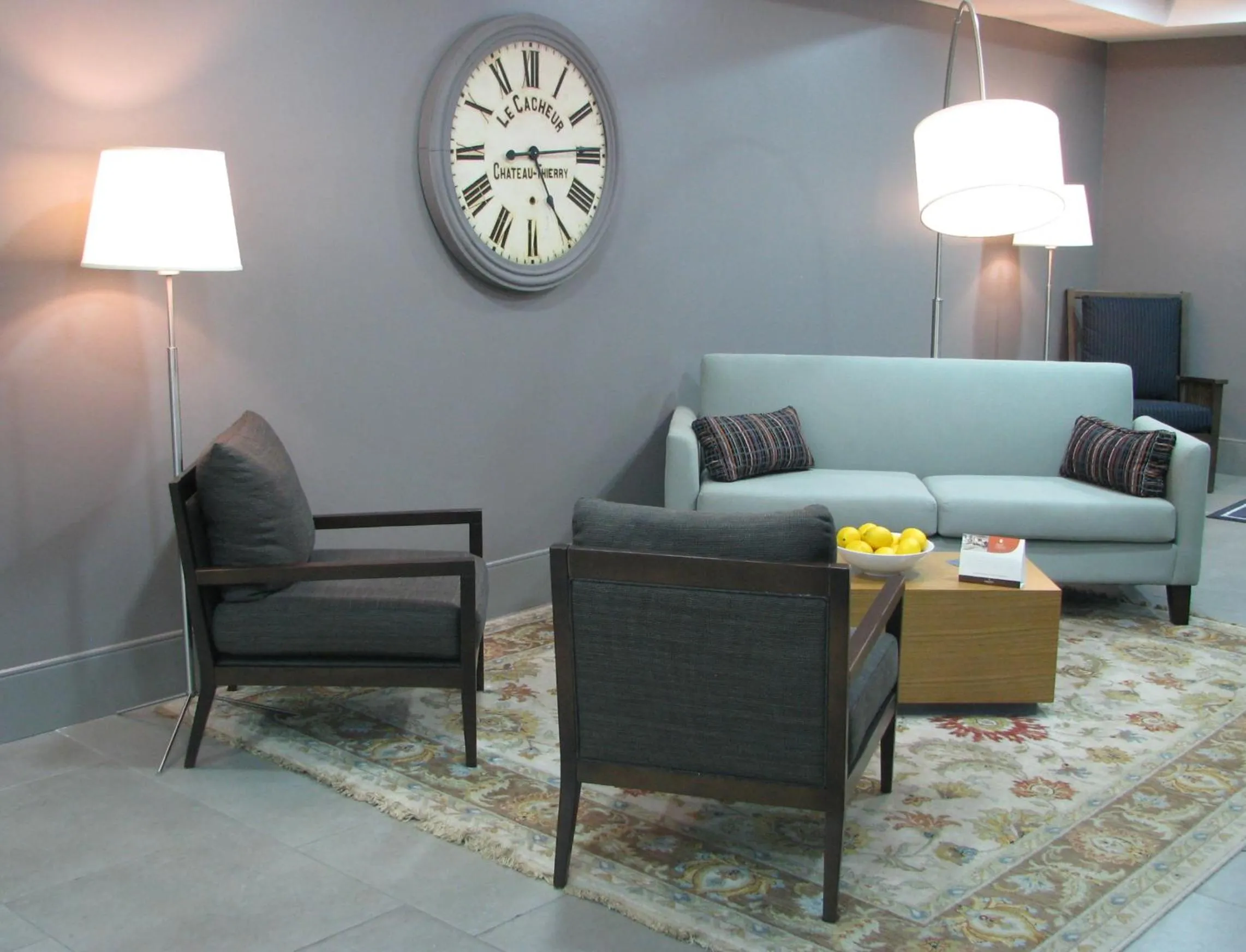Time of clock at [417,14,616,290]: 5:14
